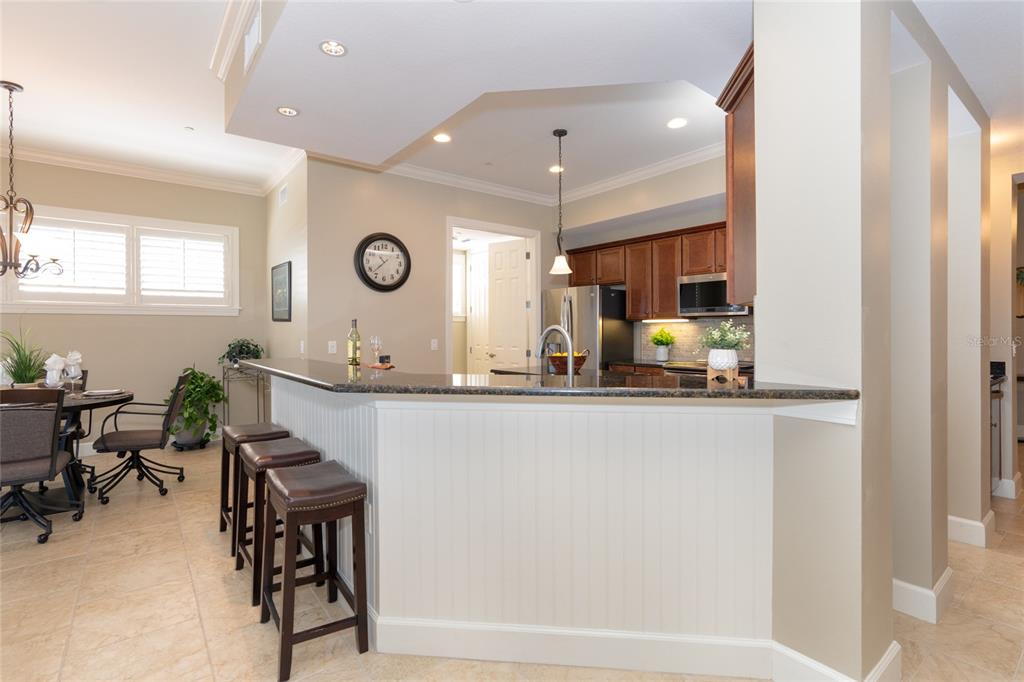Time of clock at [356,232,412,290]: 10:37
